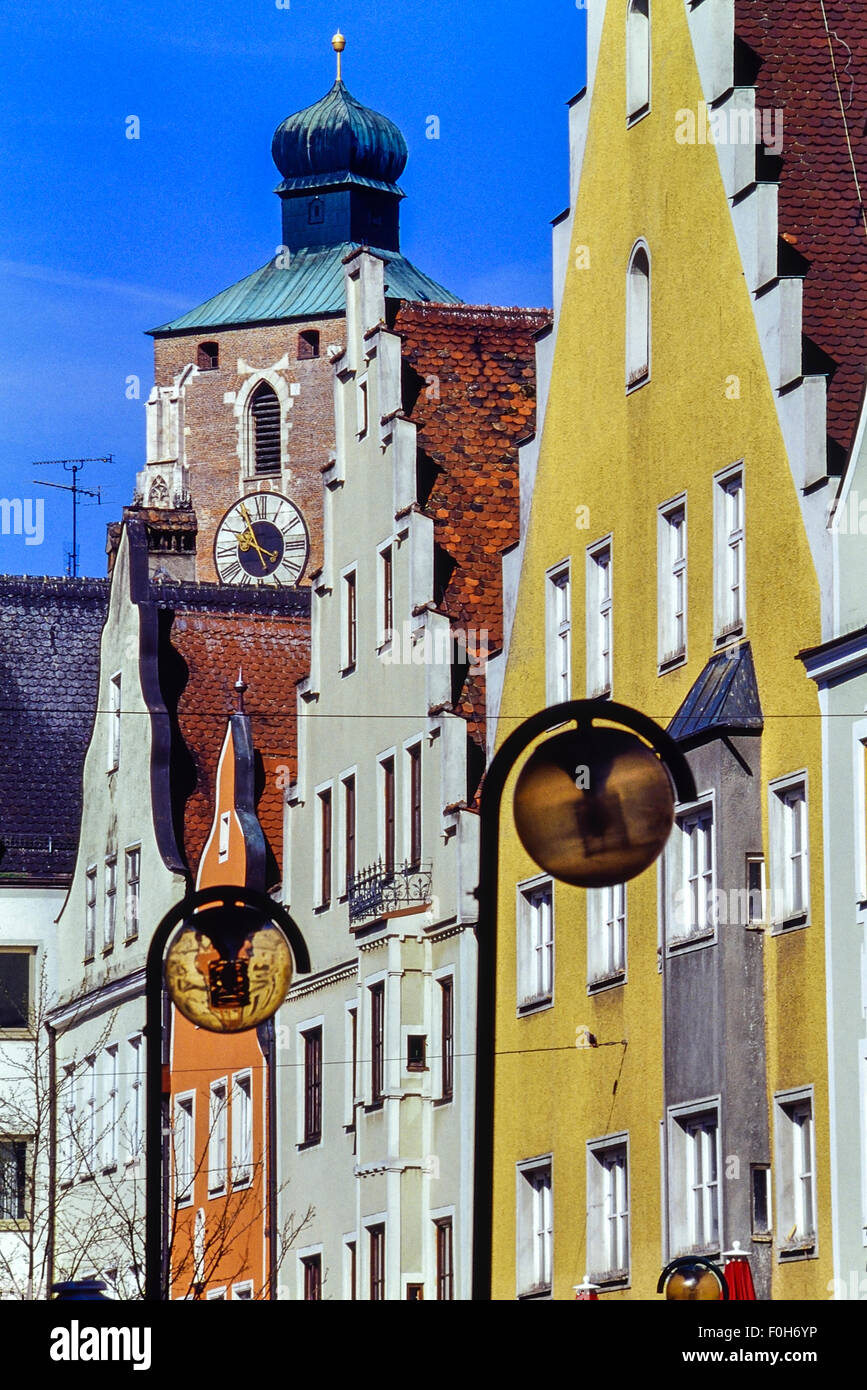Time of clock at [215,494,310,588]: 3:55
